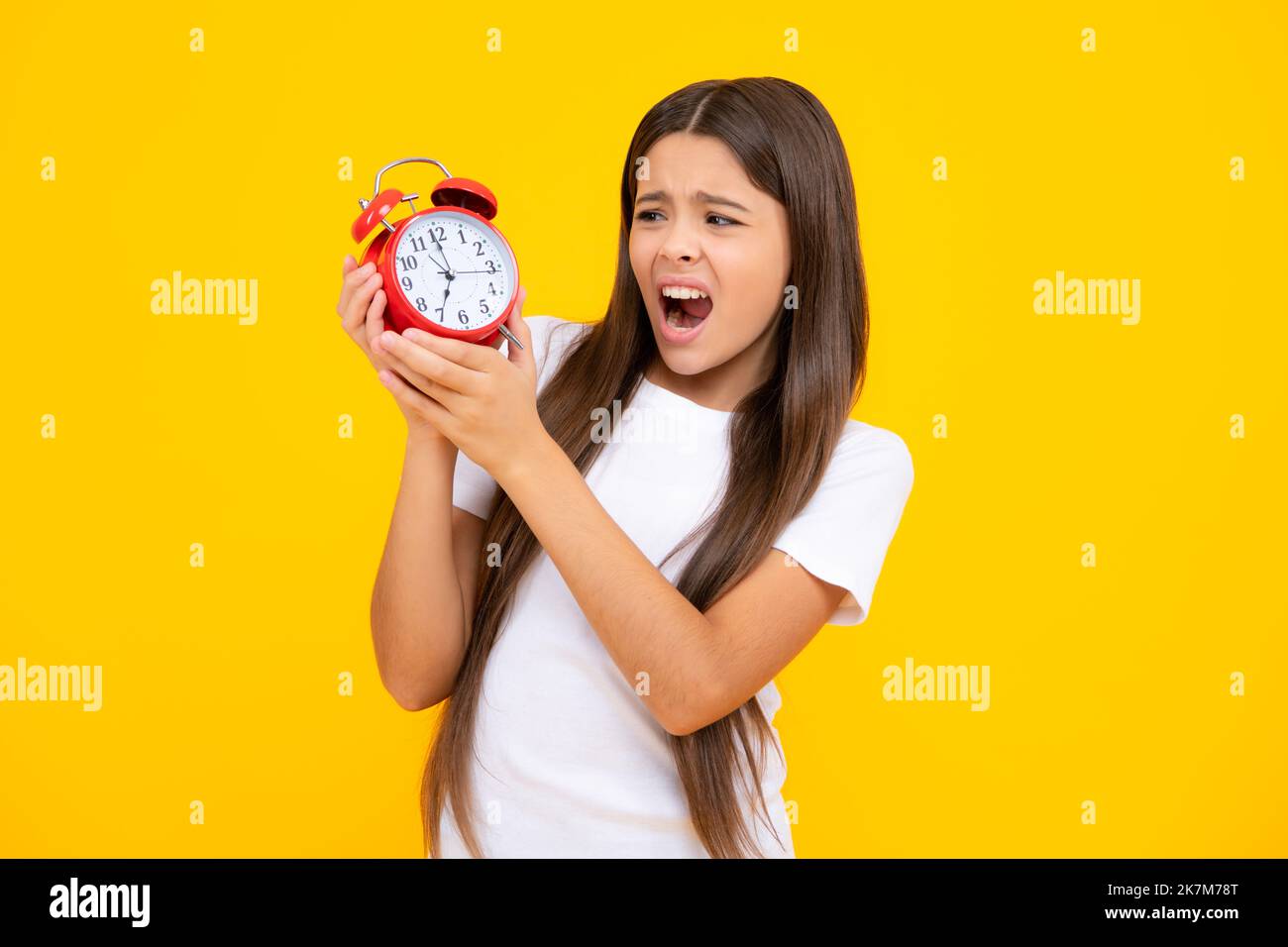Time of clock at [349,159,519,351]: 6:59
